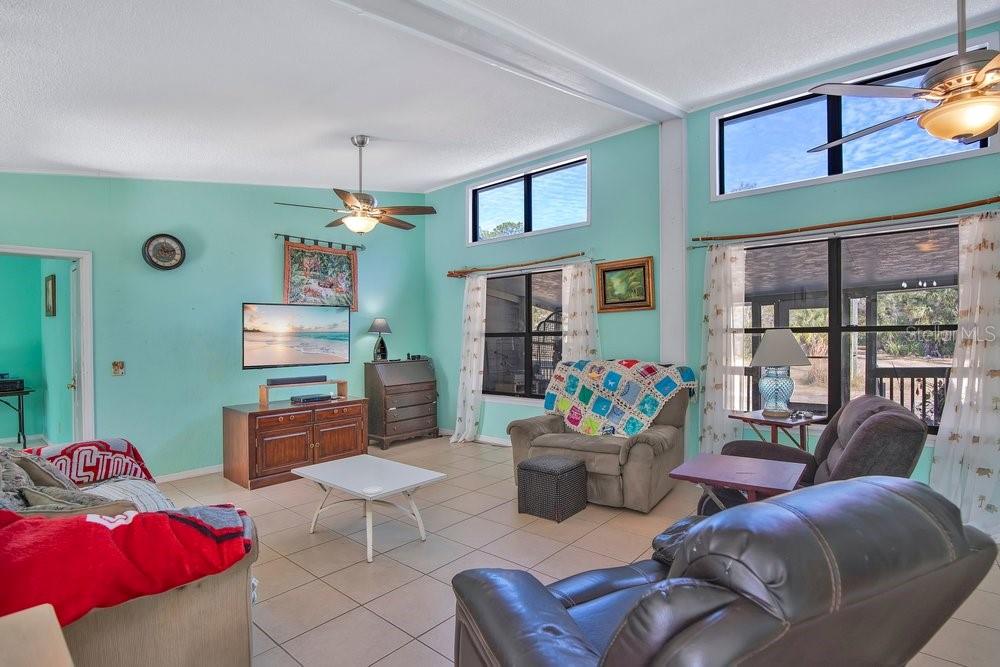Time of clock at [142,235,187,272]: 11:12
